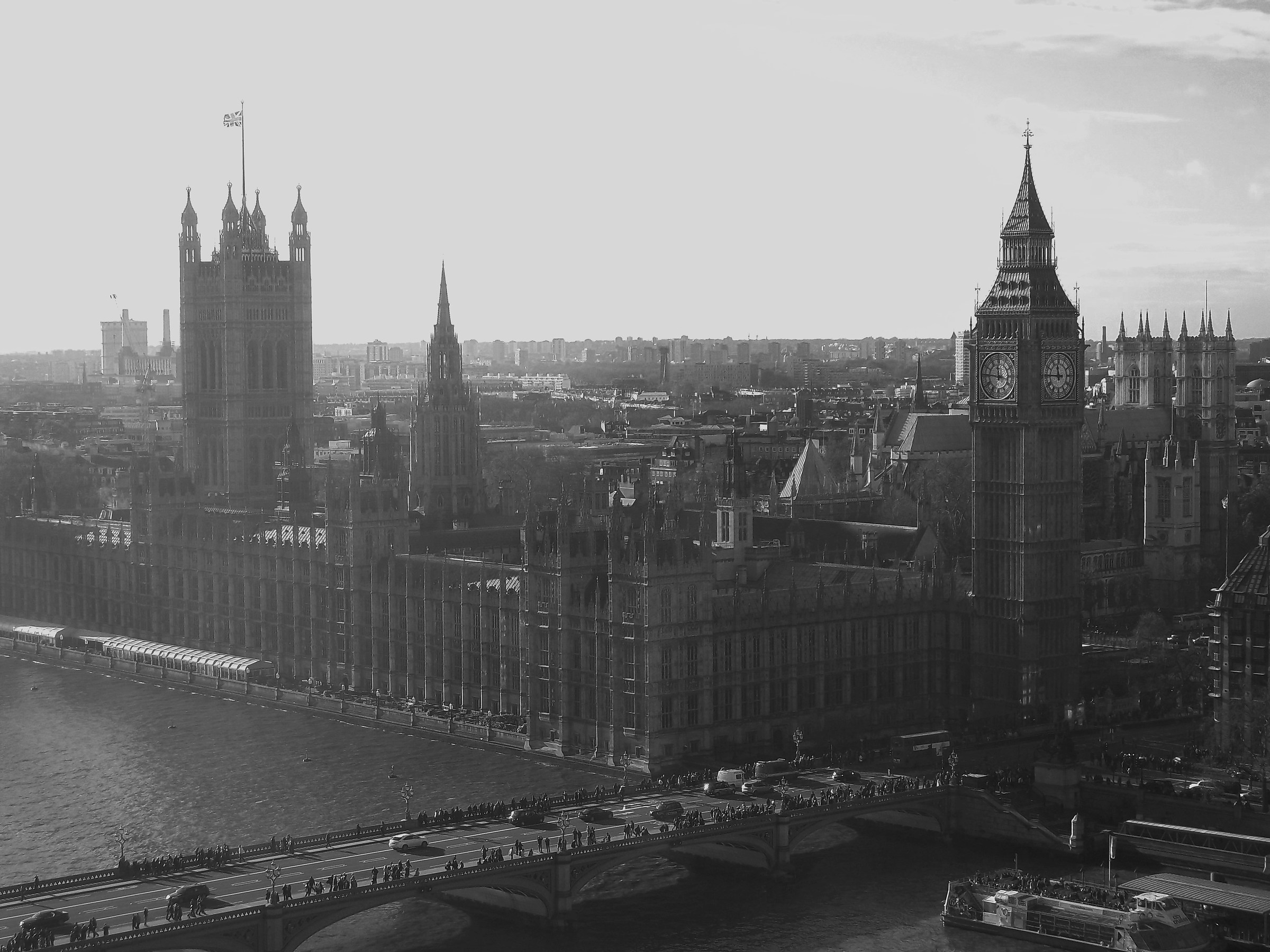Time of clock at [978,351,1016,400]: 11:46
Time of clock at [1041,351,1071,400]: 11:45
